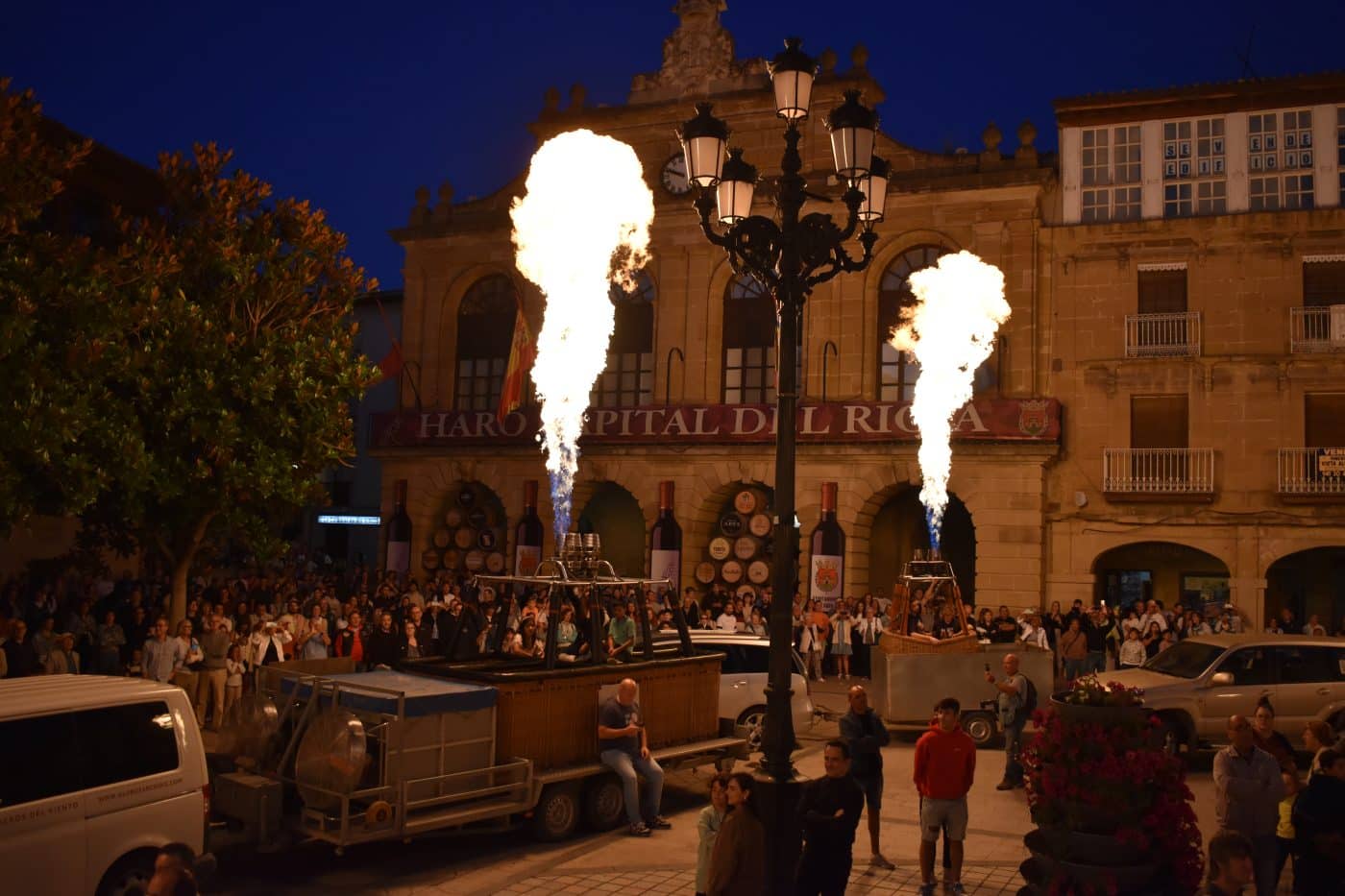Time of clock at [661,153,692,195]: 9:48
